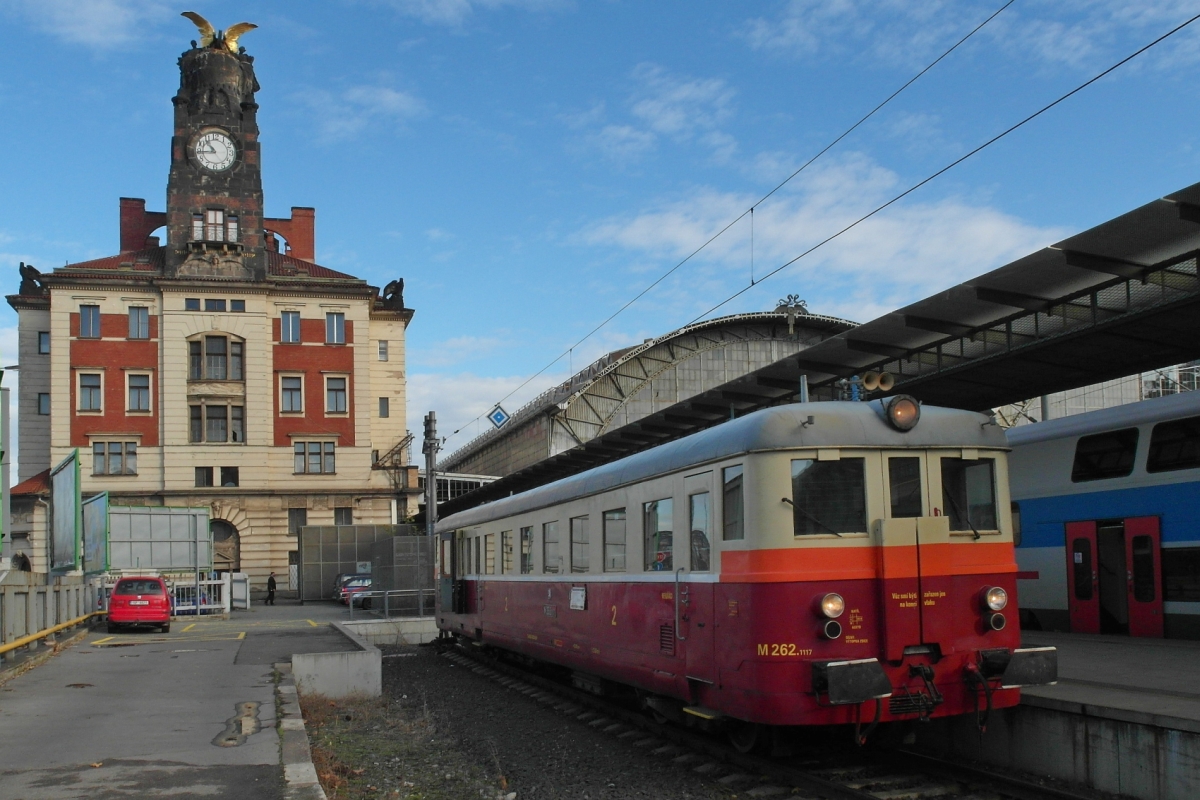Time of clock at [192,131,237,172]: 10:44
